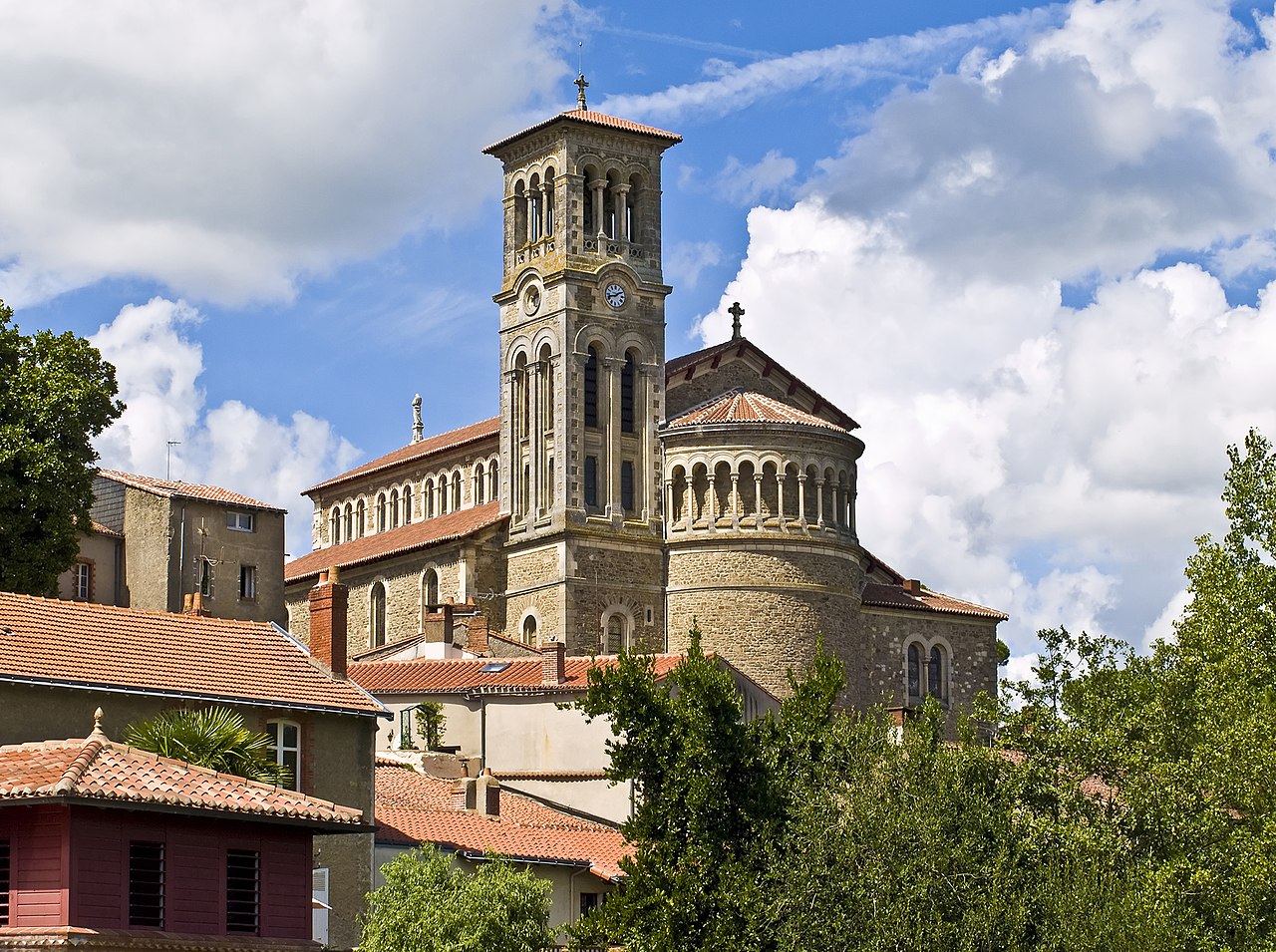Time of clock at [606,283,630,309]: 1:42
